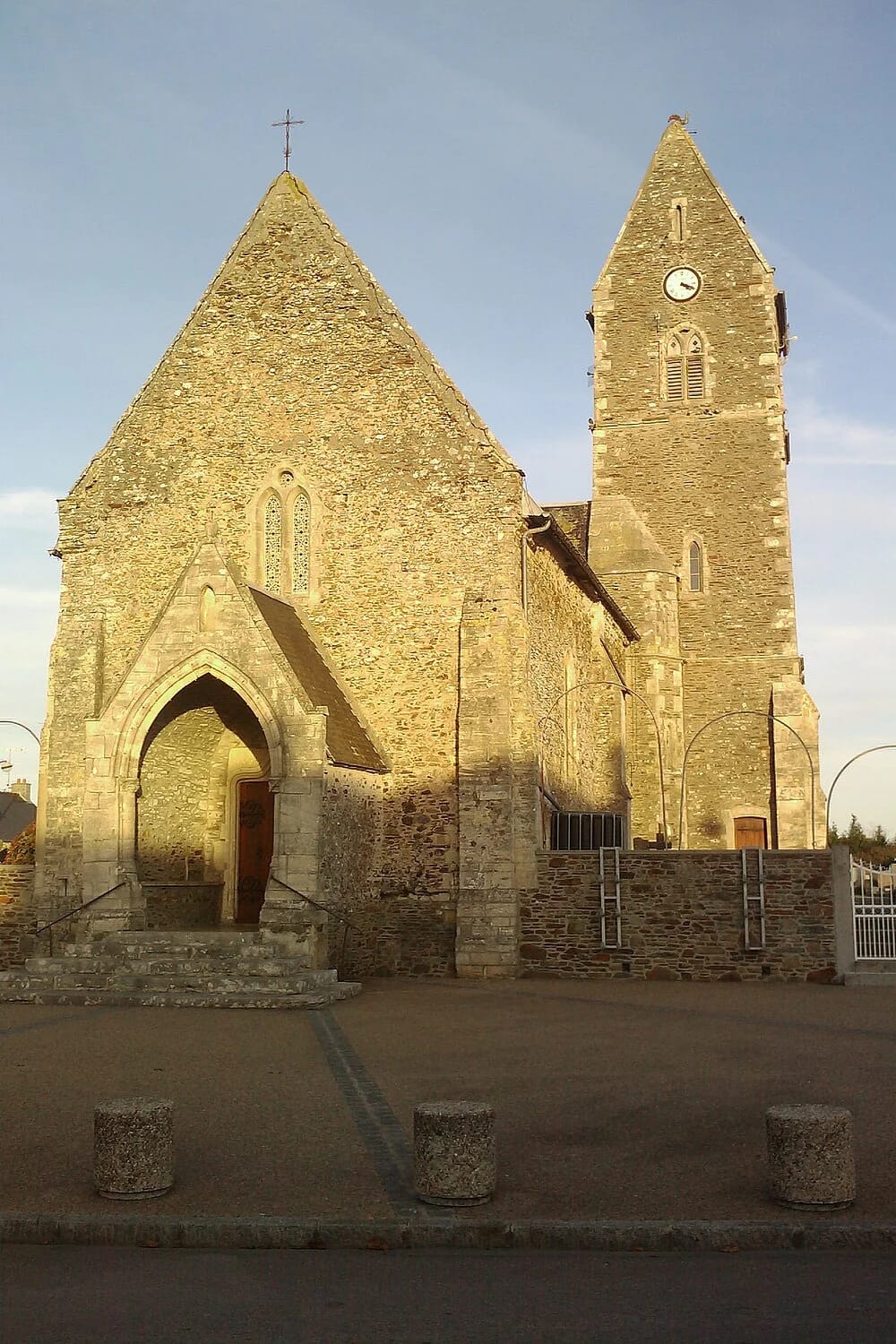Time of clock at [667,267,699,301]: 4:18
